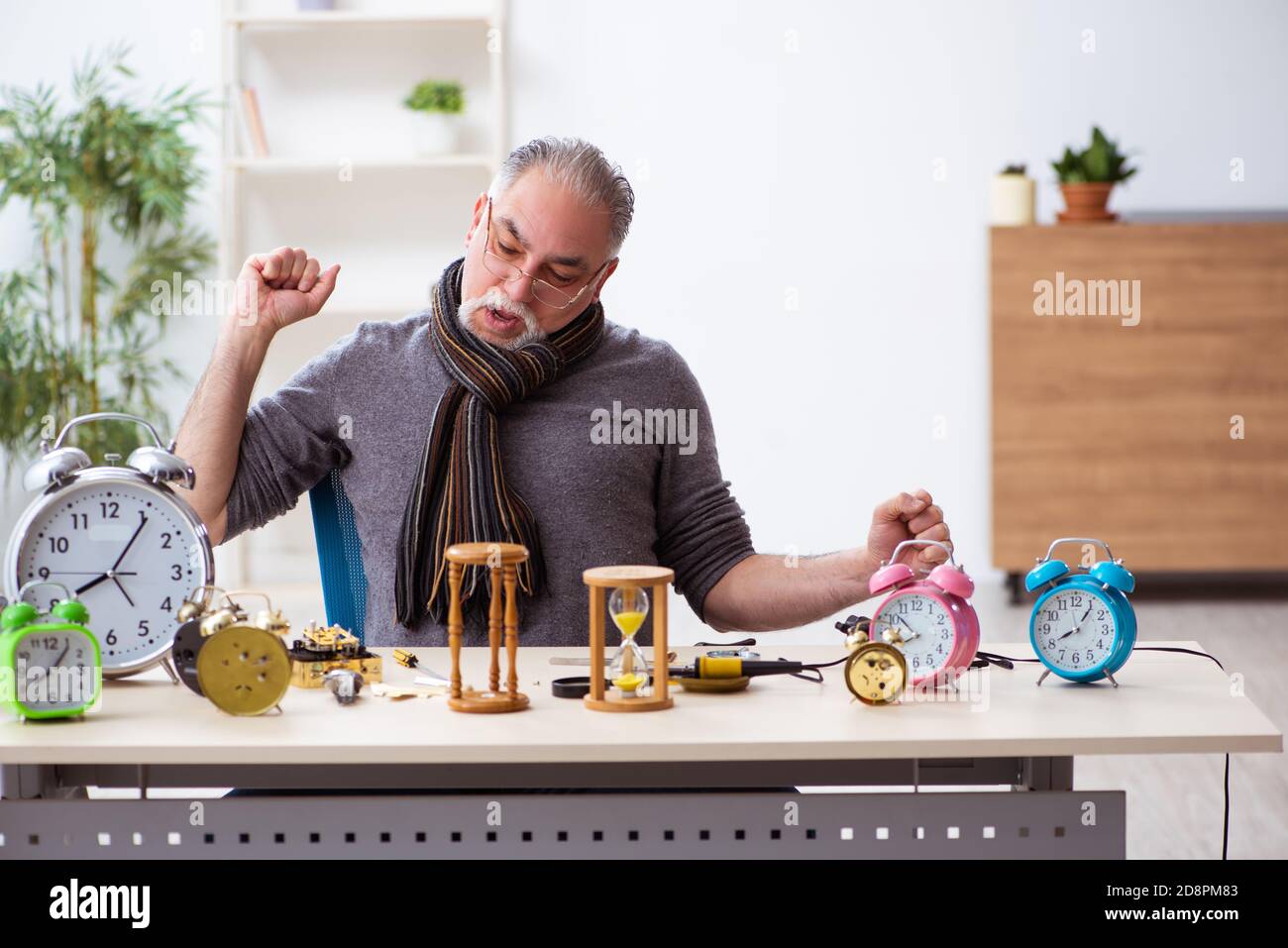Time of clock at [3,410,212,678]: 8:05
